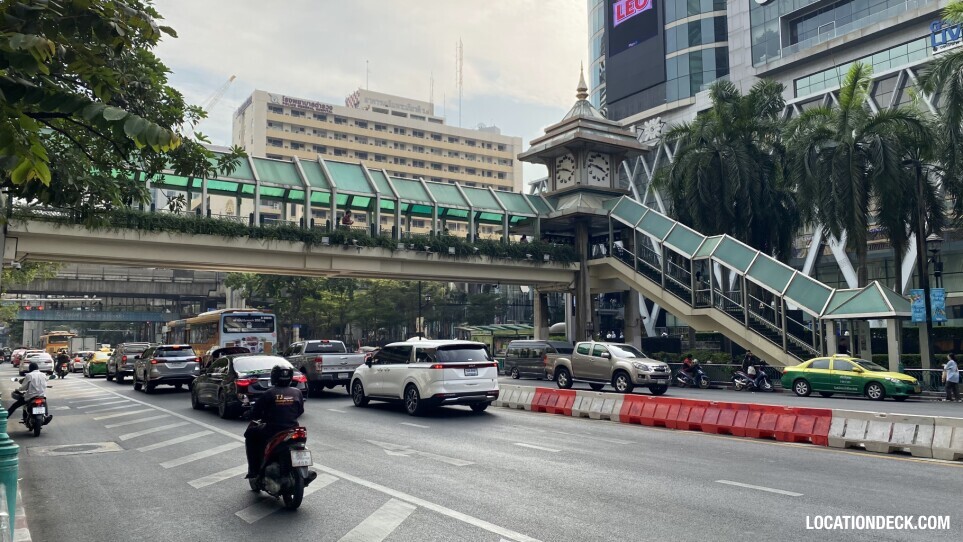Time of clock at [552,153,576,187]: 3:46
